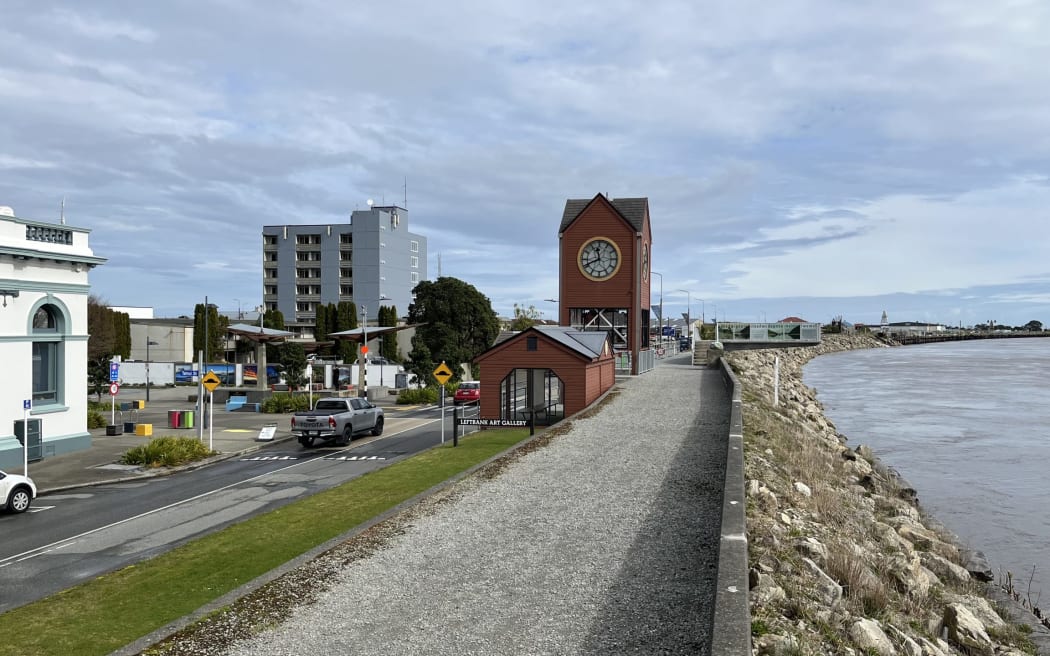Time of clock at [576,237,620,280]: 11:40
